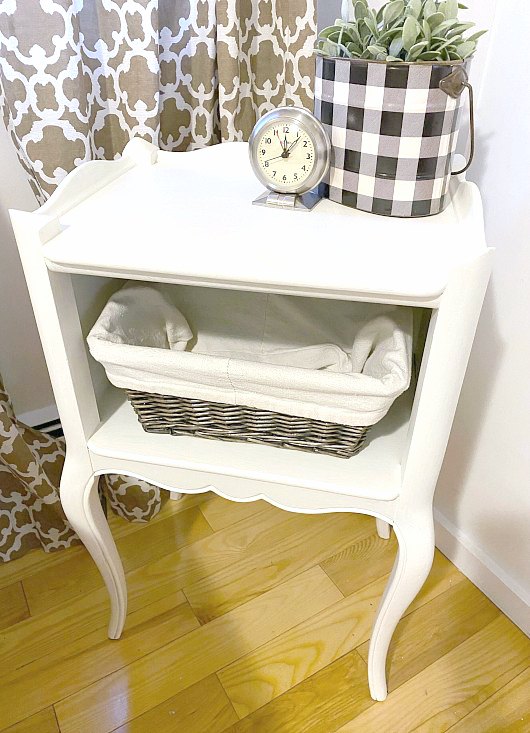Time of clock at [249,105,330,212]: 12:06
